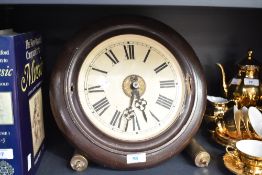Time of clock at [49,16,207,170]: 5:32
